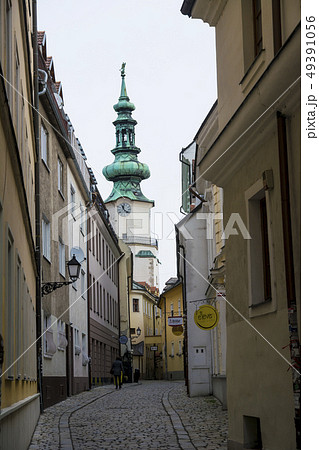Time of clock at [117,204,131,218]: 11:21
